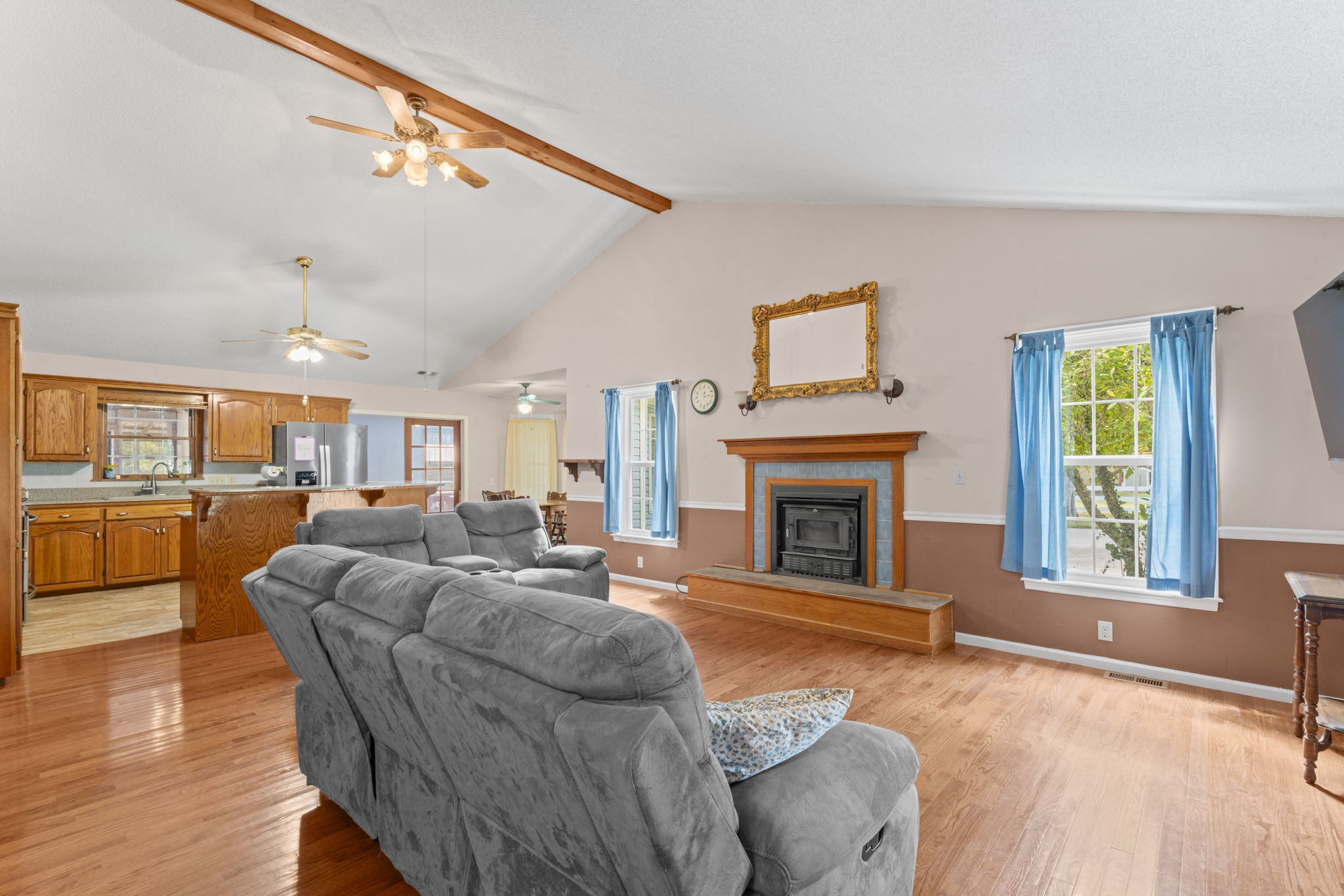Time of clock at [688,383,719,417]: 12:13
